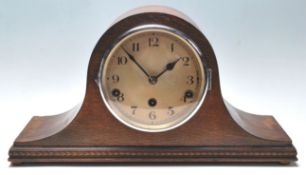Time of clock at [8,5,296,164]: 1:52
